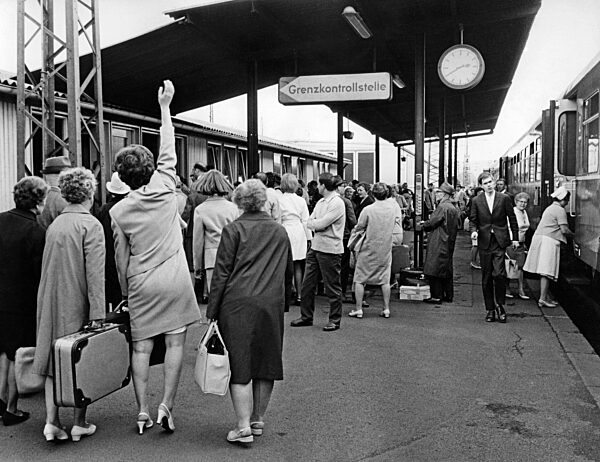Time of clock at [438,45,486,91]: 2:40
